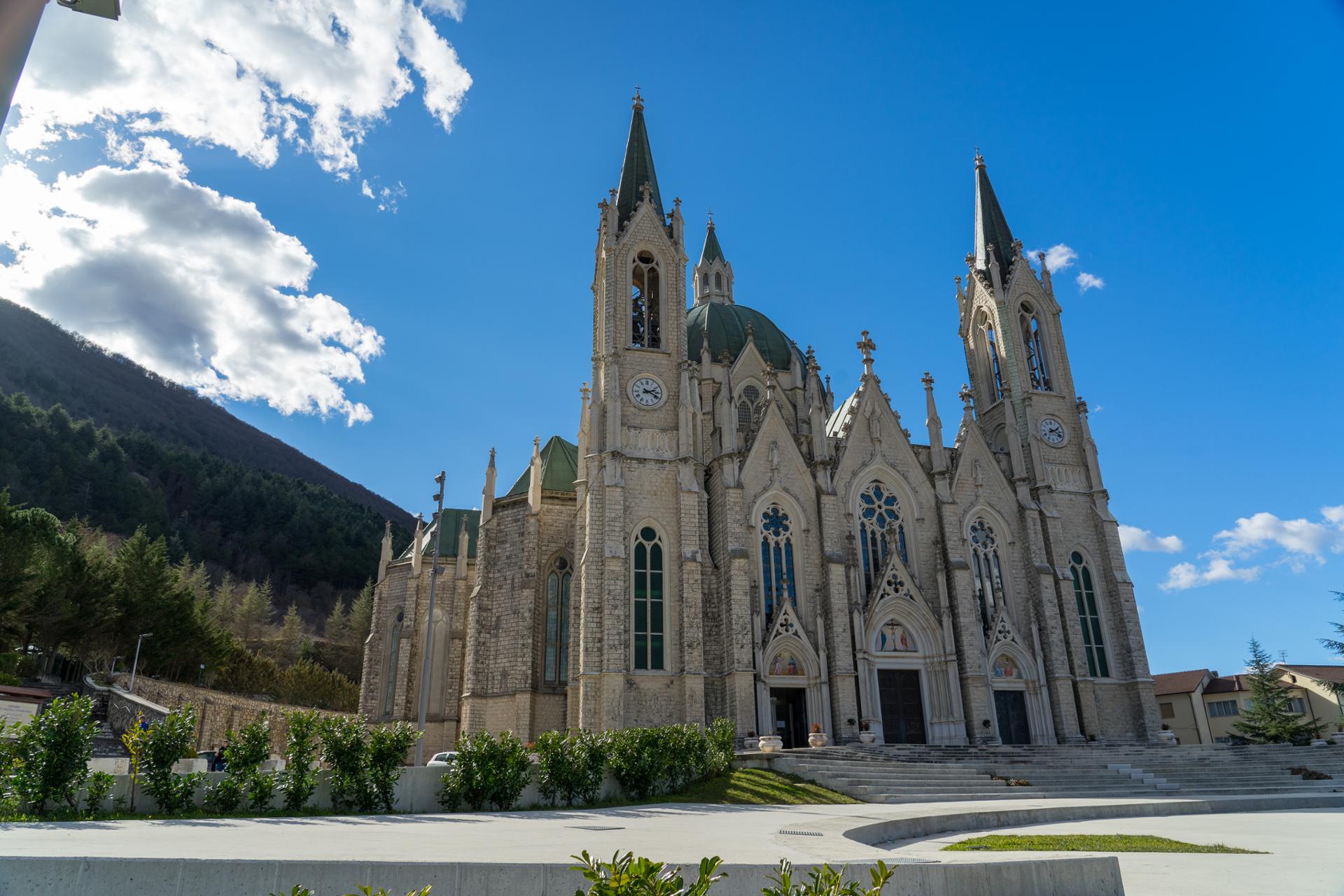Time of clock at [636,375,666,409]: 2:18
